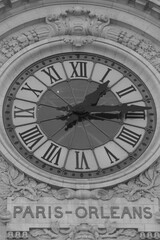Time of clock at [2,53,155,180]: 1:14
